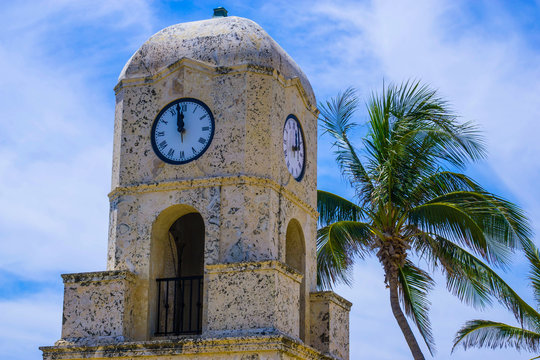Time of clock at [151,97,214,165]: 11:58
